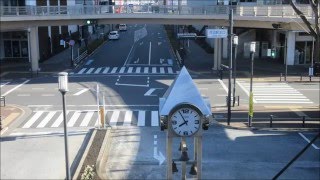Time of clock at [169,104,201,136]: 7:54
